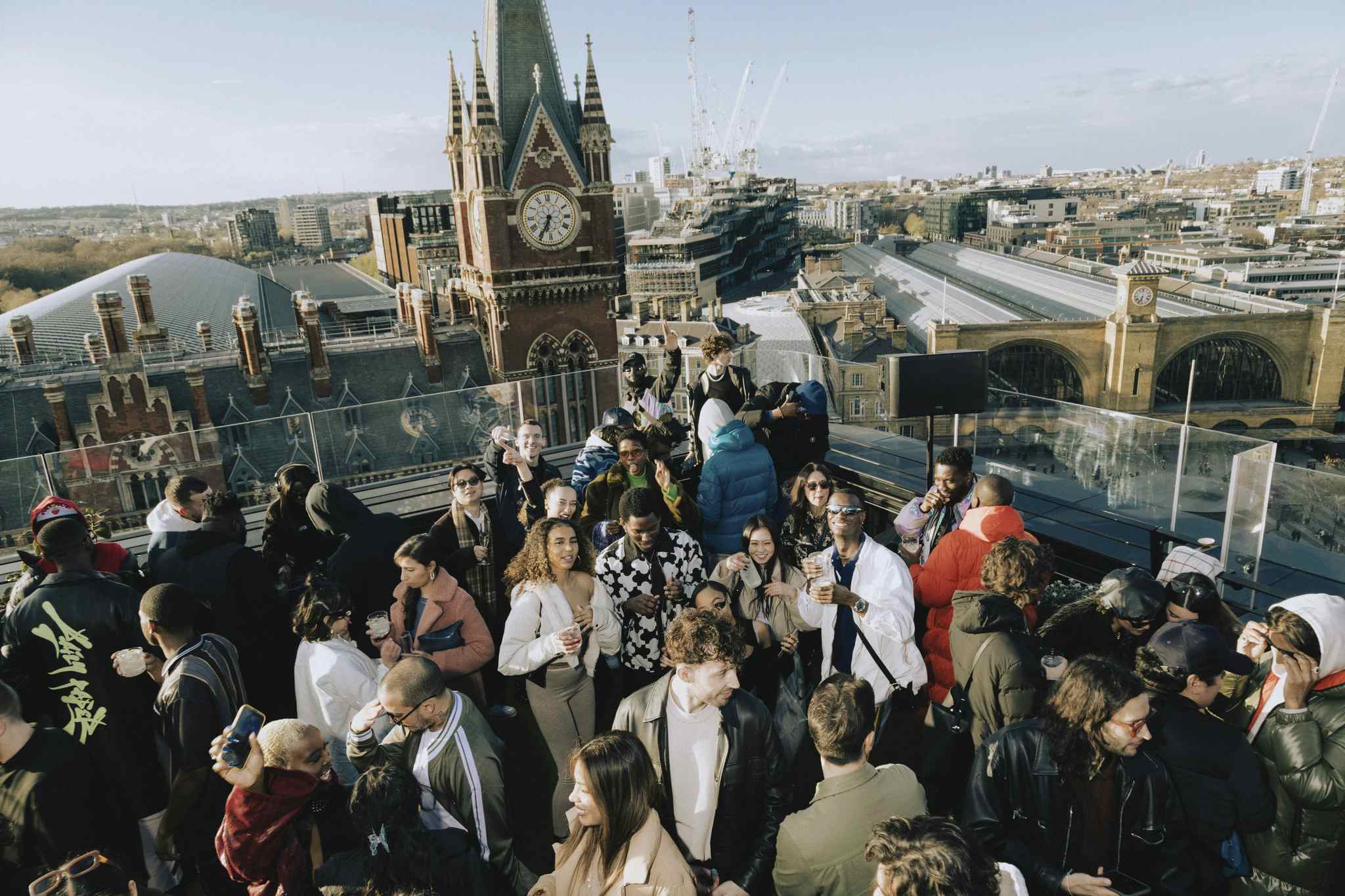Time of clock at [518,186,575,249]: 6:34
